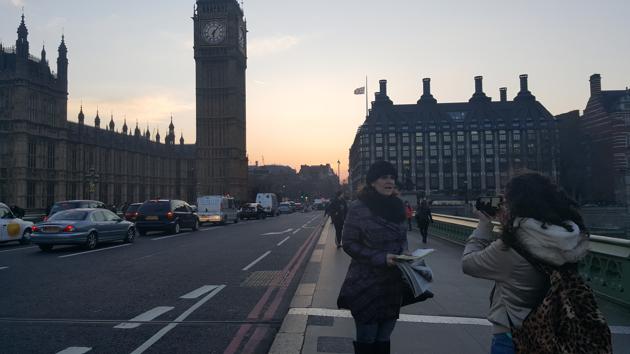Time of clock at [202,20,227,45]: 6:06
